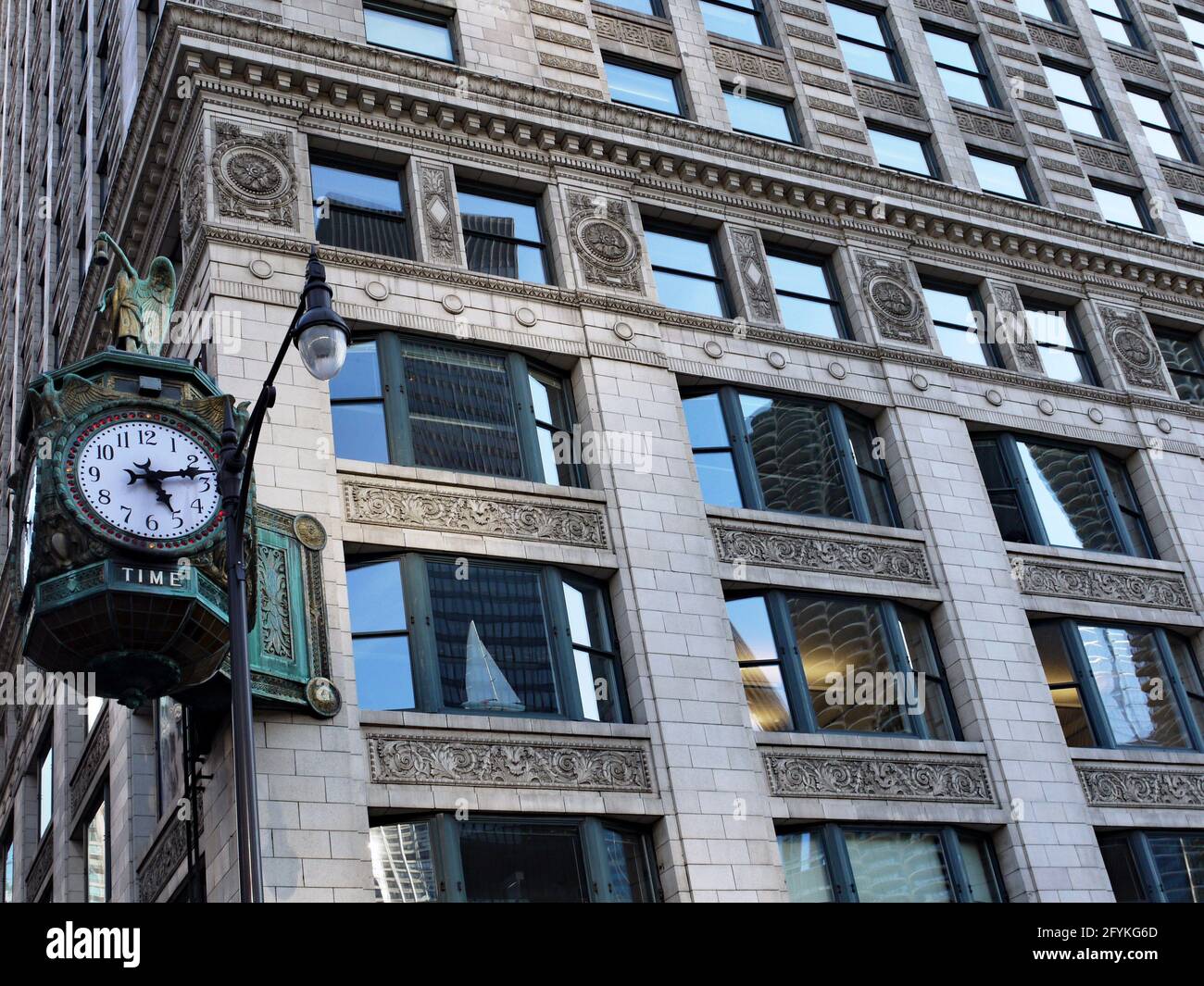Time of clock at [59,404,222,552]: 5:12
